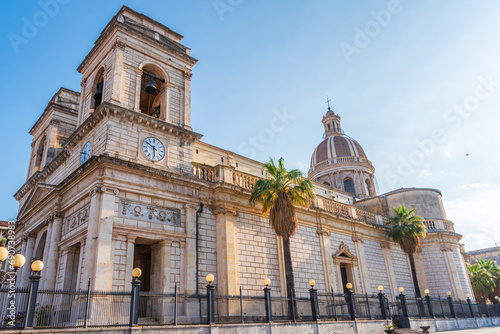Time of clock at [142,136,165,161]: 5:50
